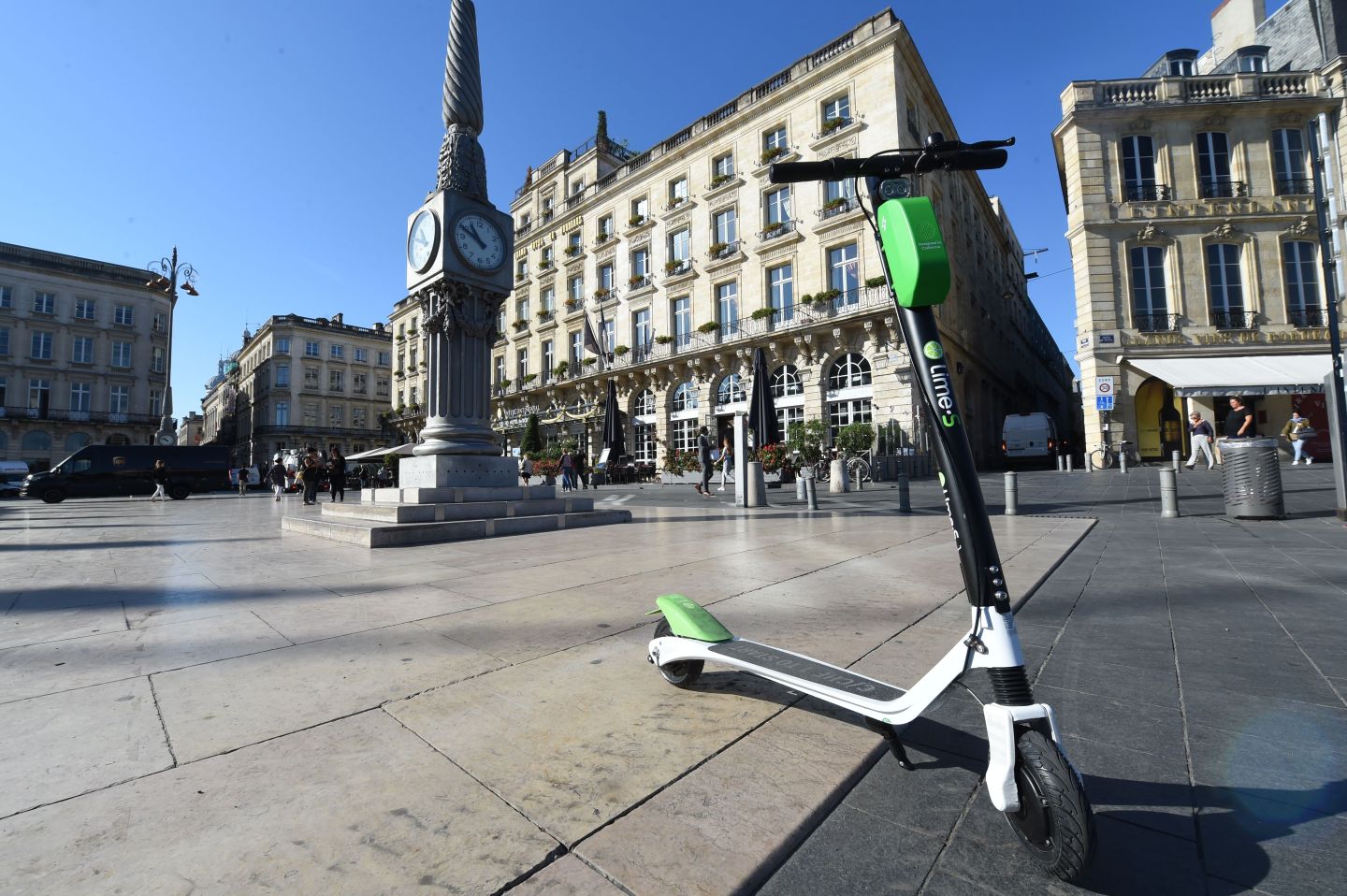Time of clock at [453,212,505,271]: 10:49
